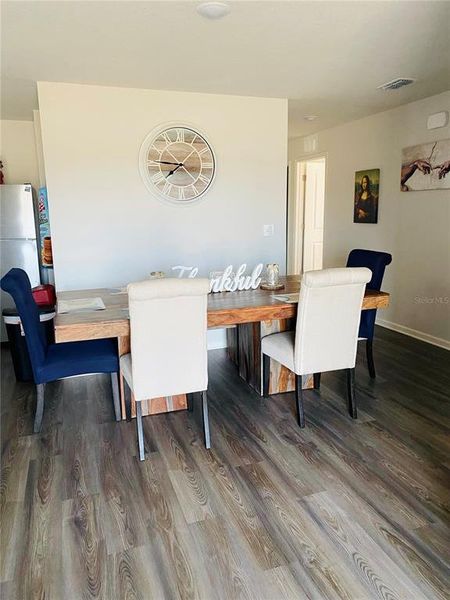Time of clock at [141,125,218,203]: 7:45
